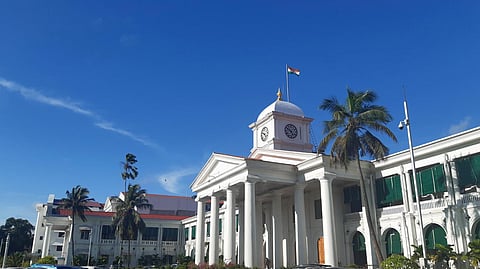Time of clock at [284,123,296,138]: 4:50
